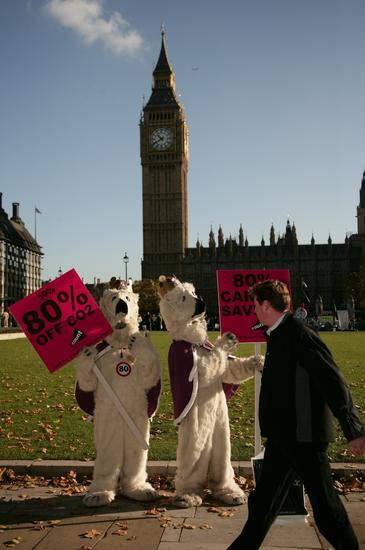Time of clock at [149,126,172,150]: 10:40
